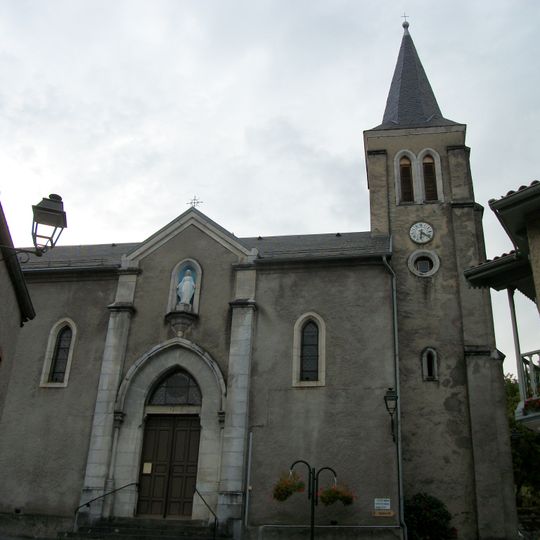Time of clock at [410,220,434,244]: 6:21
